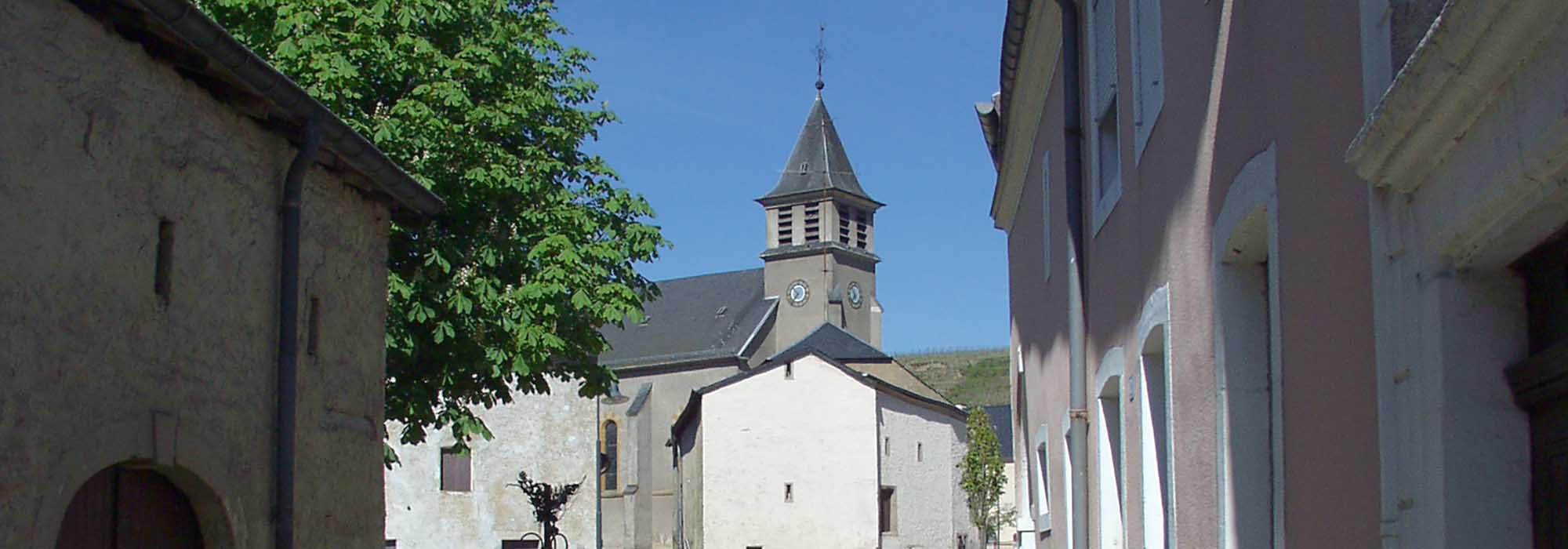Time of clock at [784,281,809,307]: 10:36
